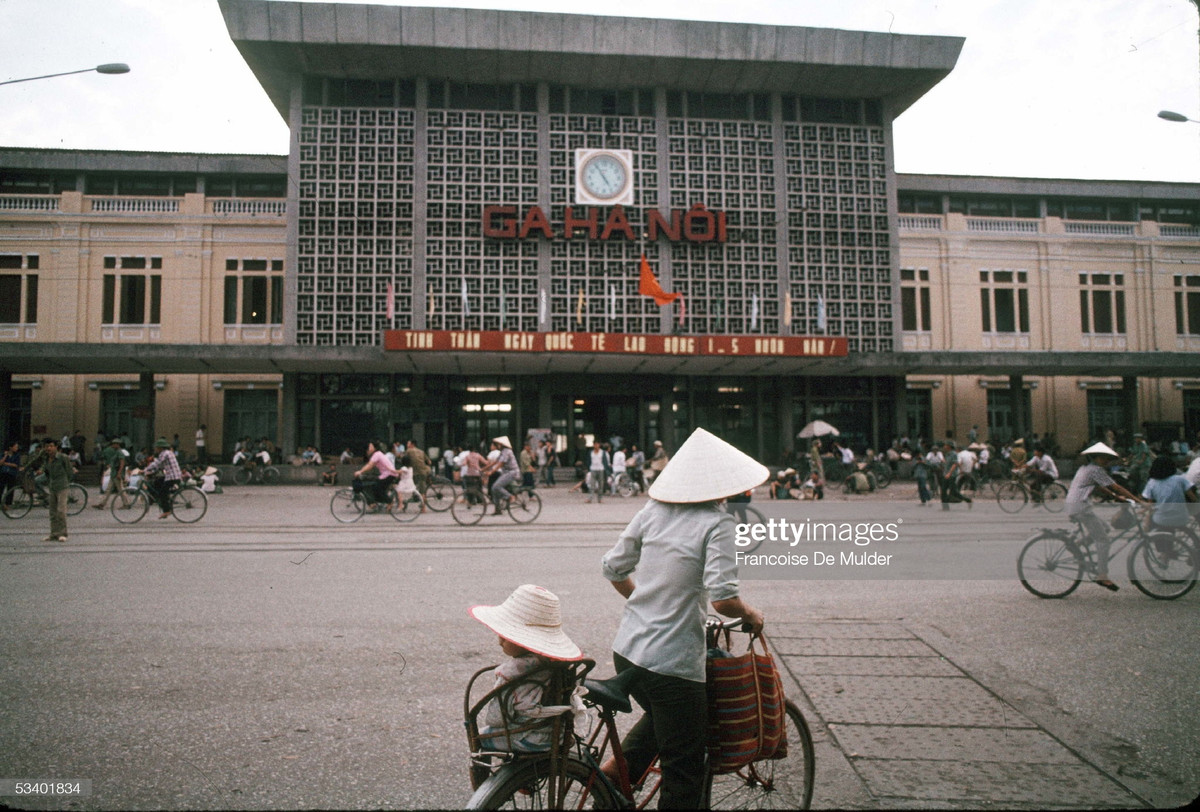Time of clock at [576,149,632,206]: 4:54
